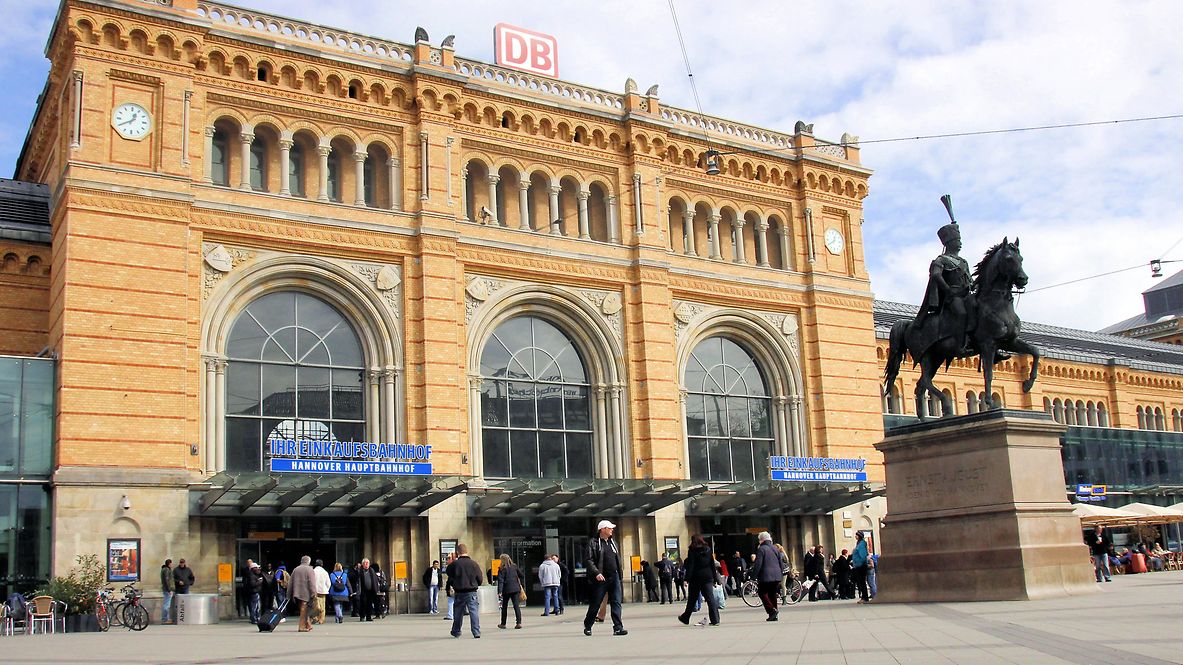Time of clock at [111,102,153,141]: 12:40
